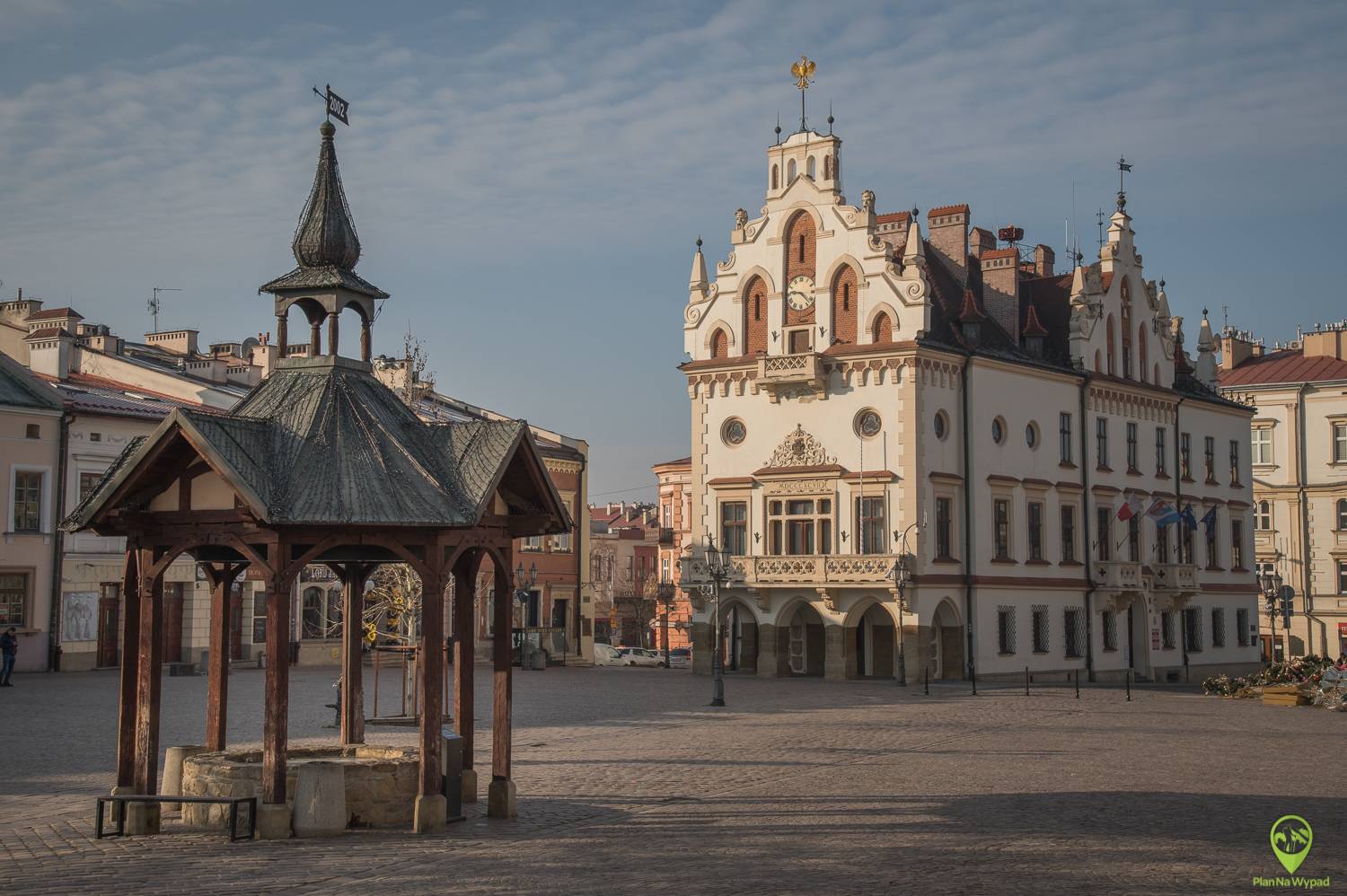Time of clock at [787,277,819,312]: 9:22
